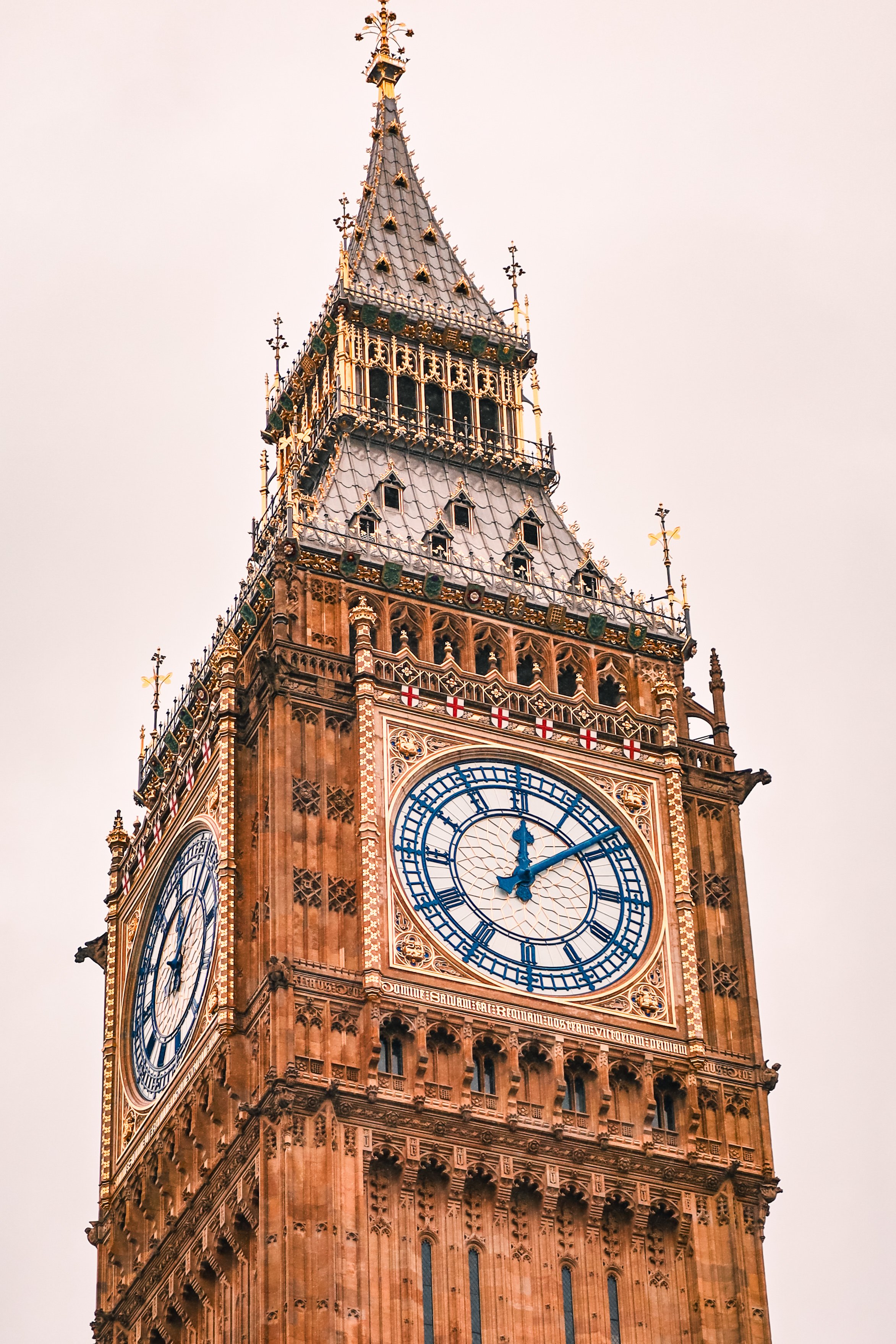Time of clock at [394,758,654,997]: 12:08
